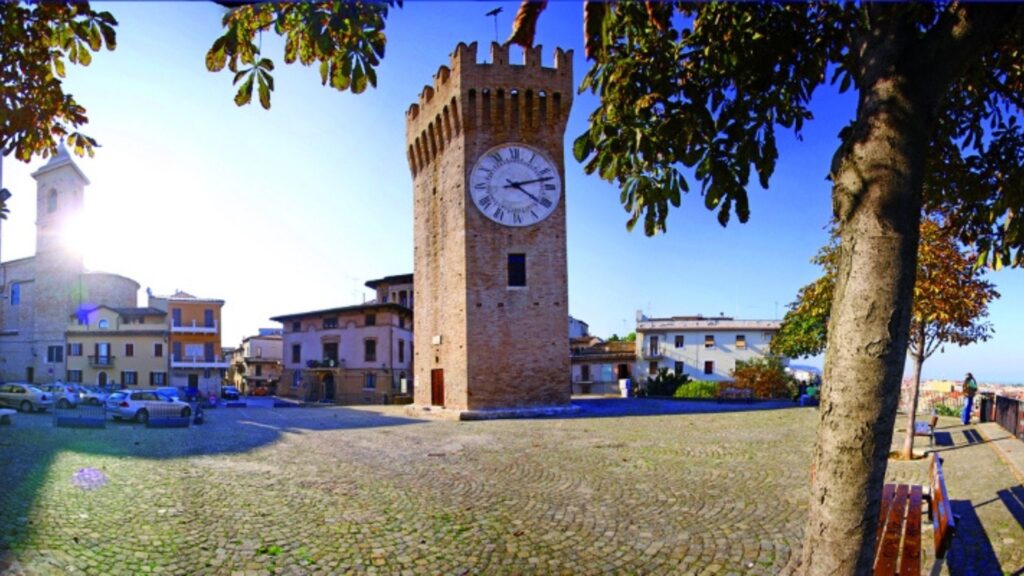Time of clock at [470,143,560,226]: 4:12
